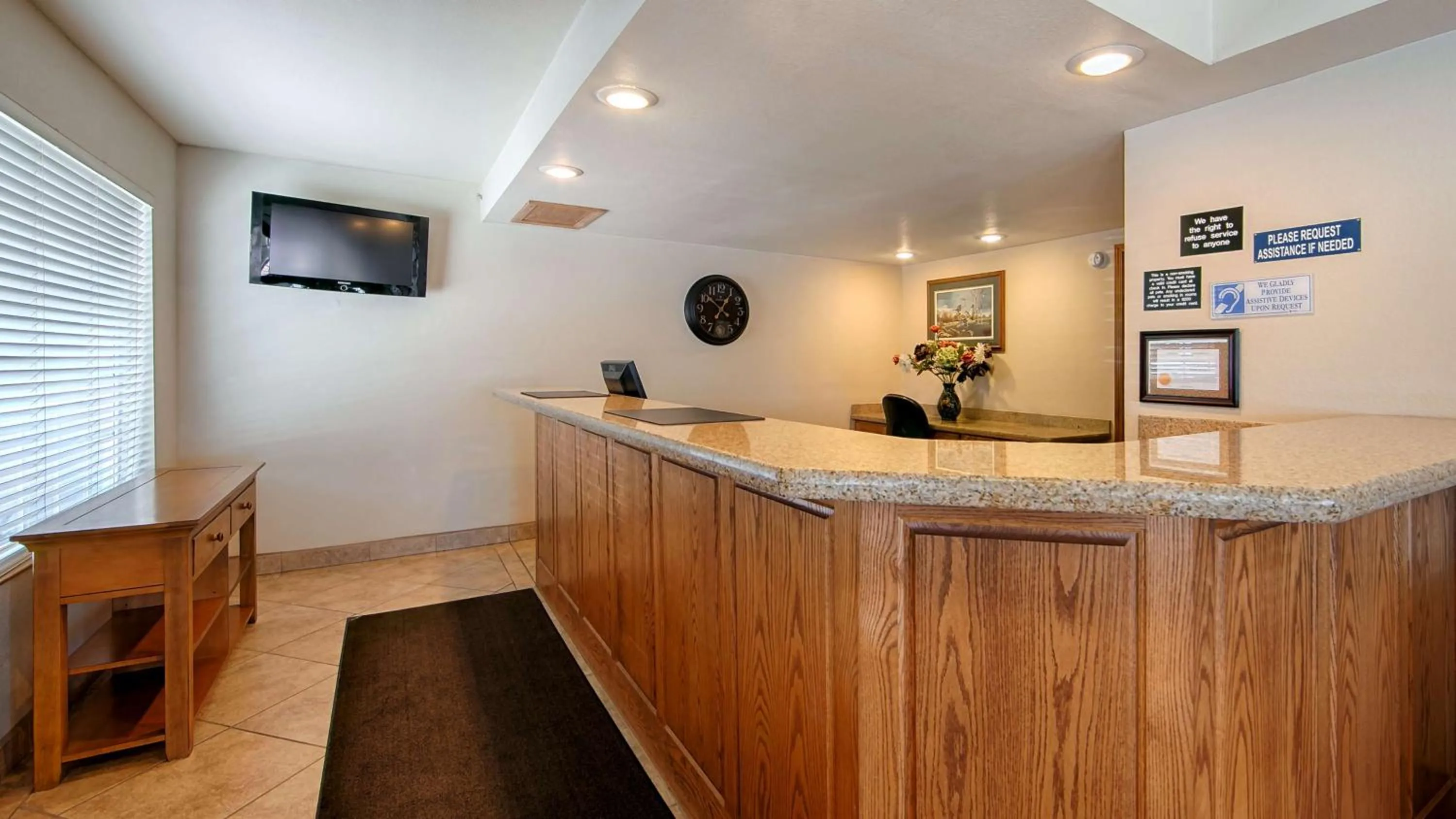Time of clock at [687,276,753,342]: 12:51
